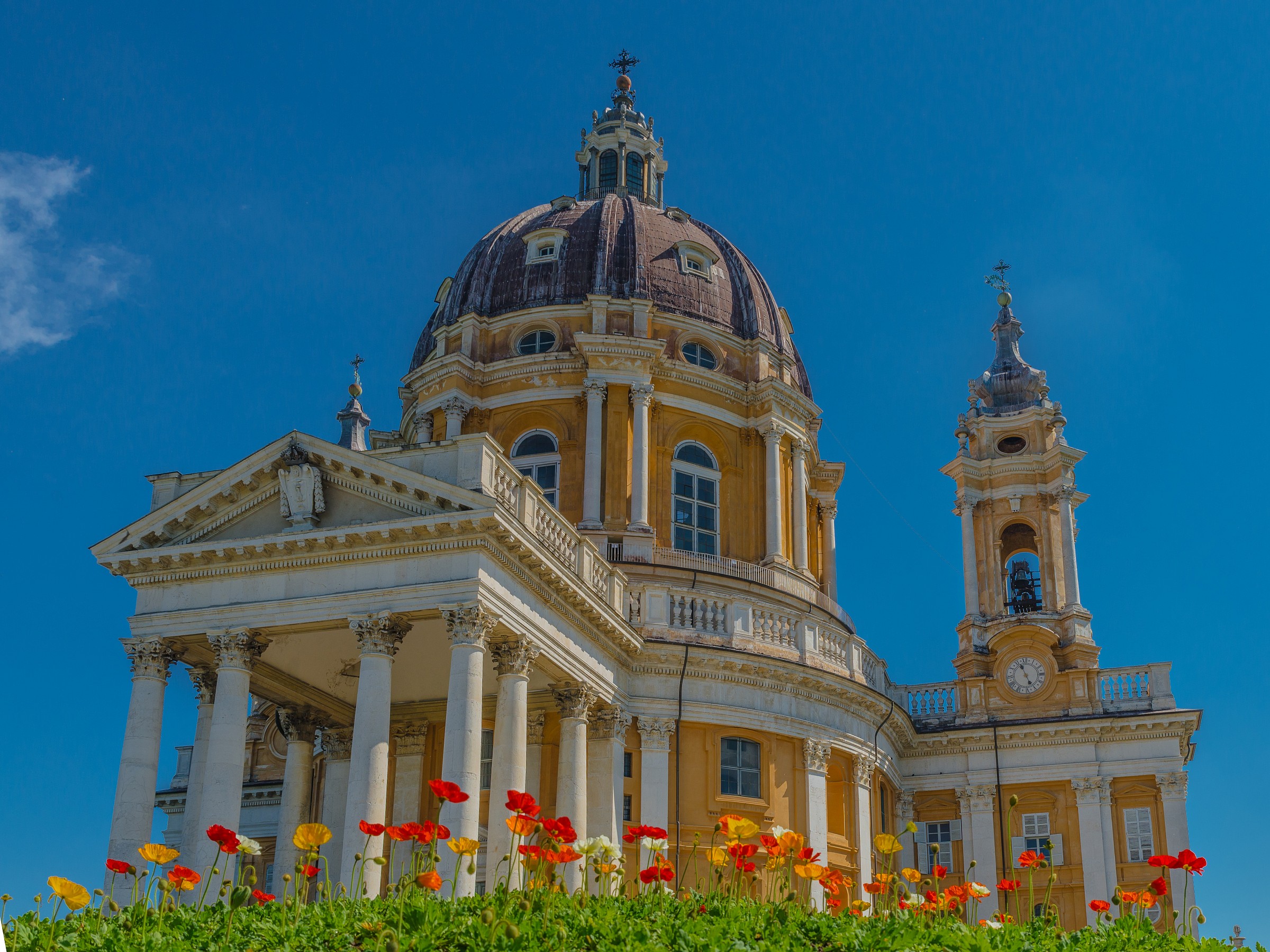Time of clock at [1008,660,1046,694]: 4:56
